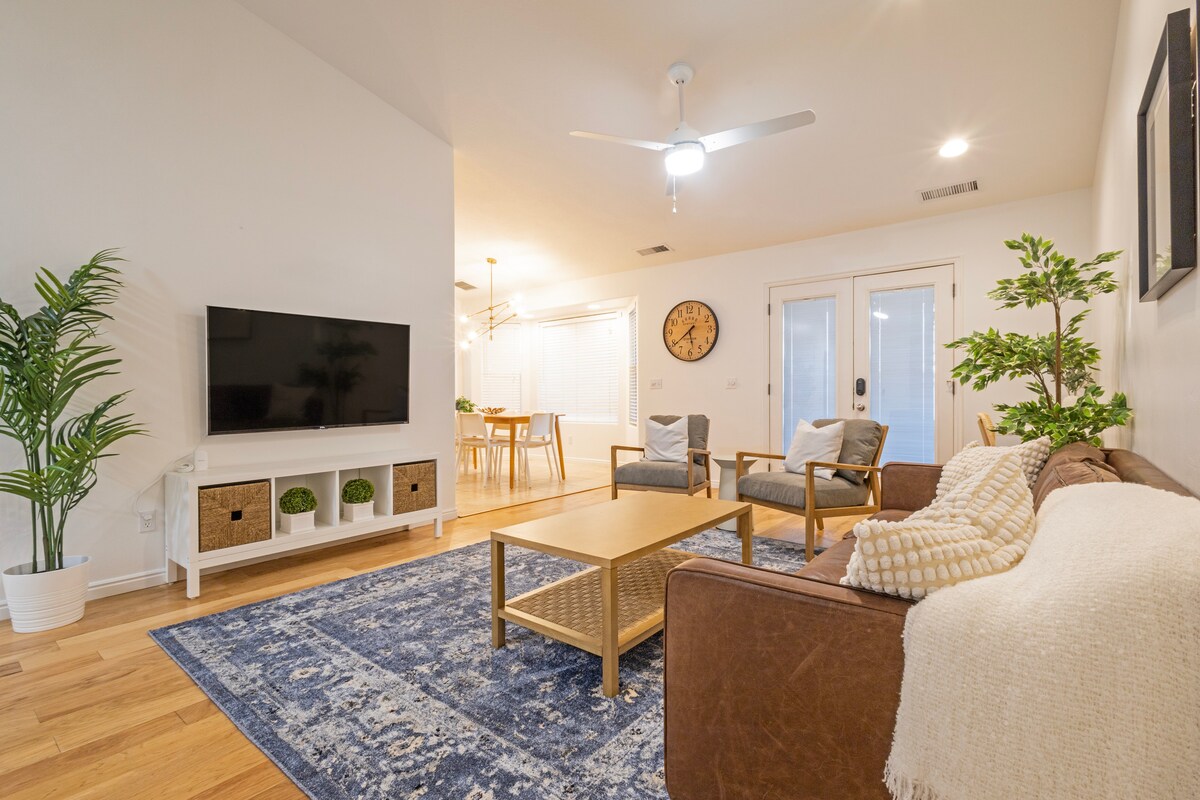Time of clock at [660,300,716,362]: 5:39
